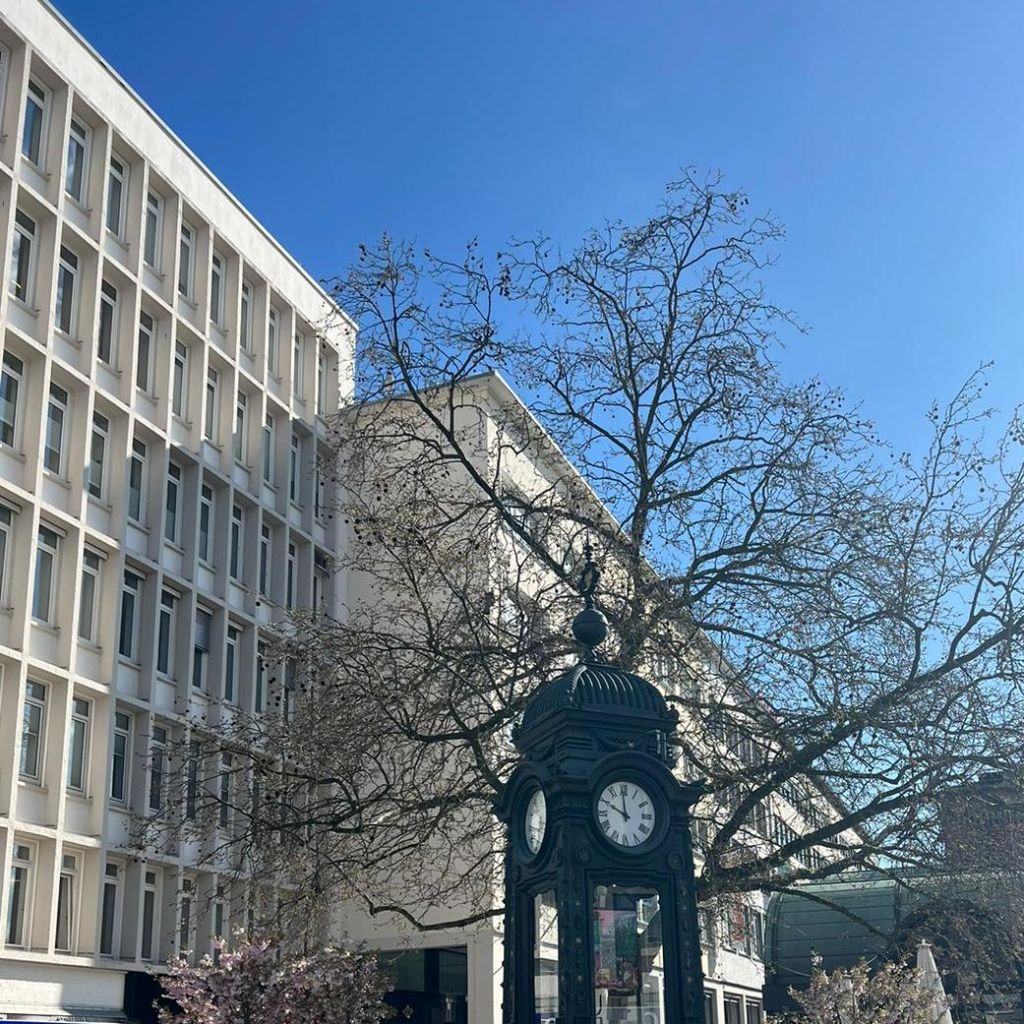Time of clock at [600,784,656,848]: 9:59
